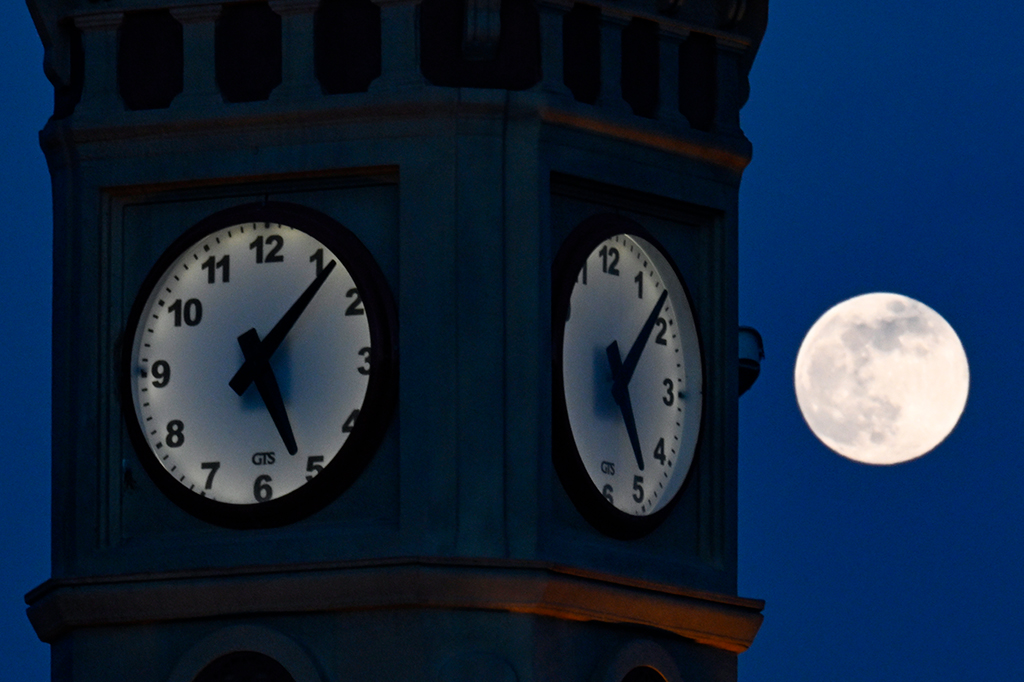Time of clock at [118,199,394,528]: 5:06
